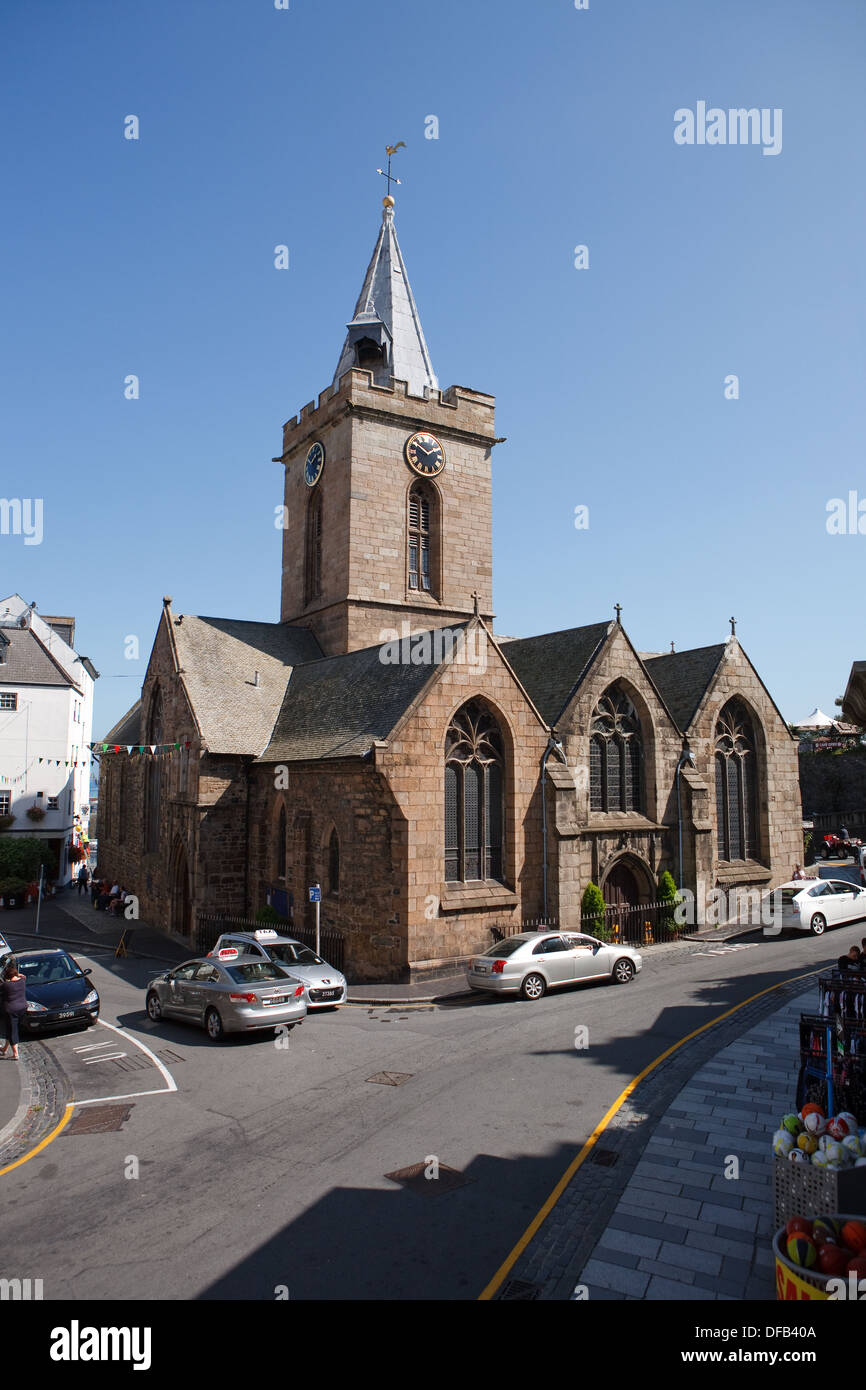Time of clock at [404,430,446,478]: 1:50
